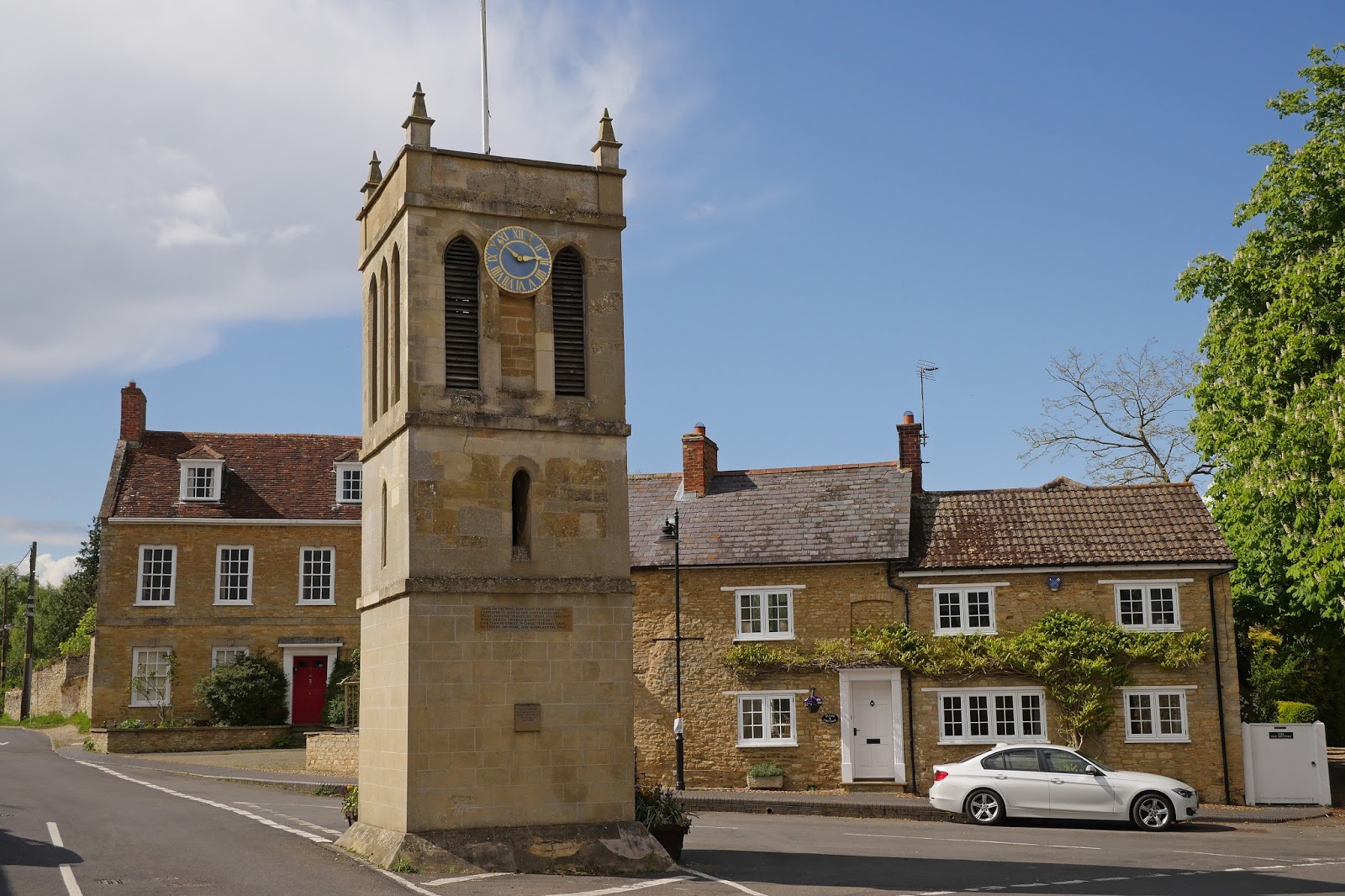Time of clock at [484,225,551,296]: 2:52
